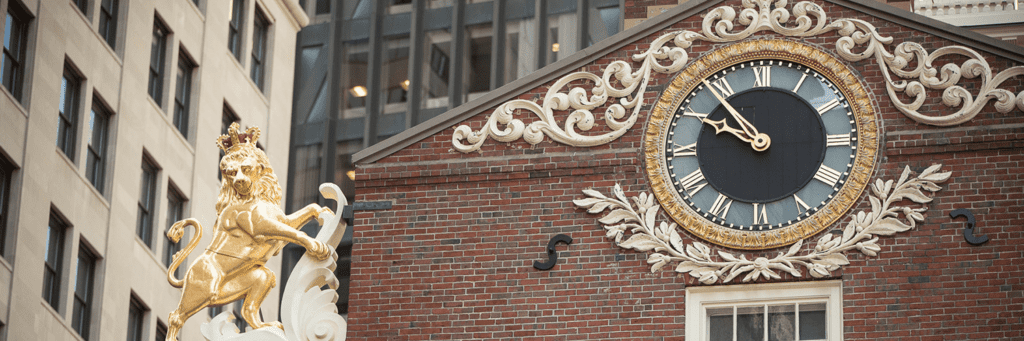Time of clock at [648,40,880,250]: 9:53
